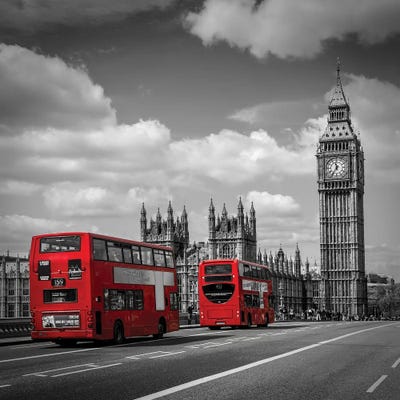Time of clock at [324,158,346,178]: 11:35
